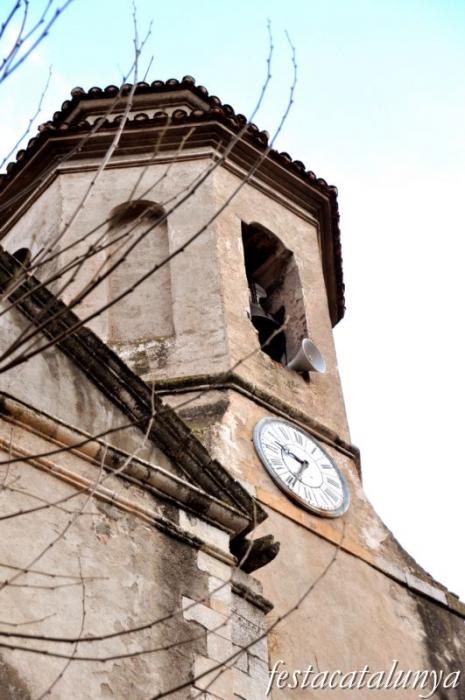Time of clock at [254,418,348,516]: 9:34
